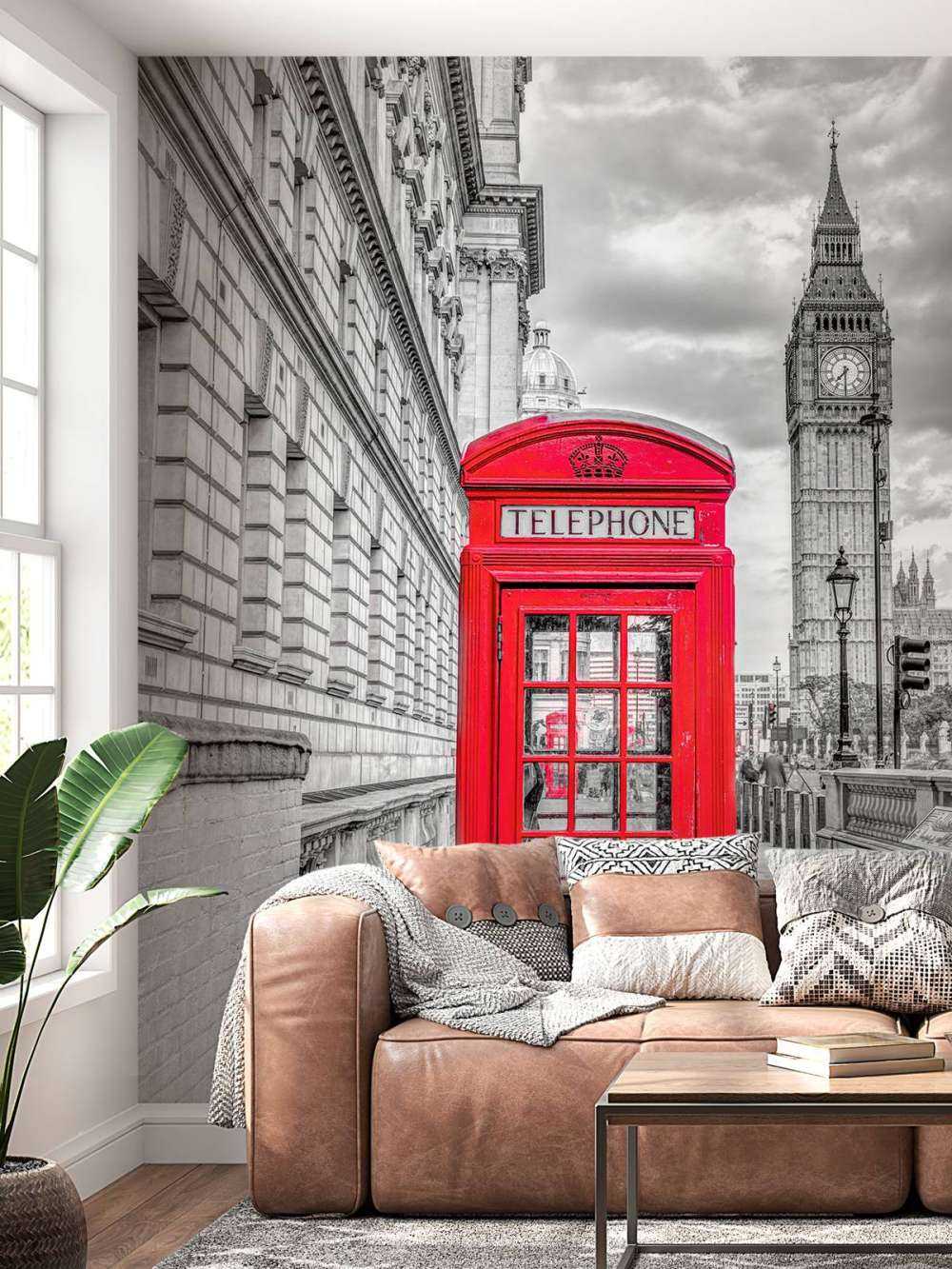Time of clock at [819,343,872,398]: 7:30
